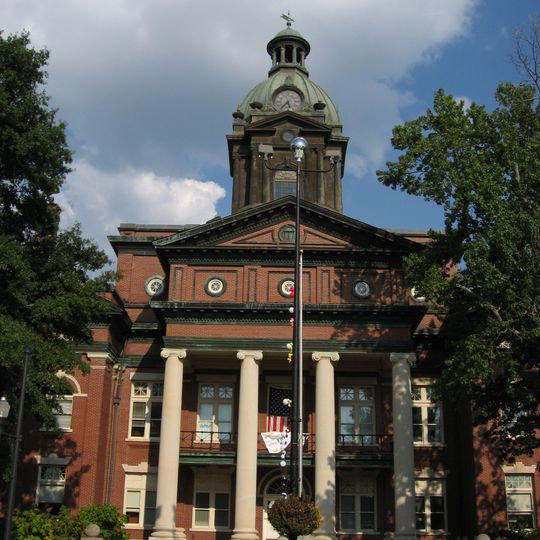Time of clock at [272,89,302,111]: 5:36
